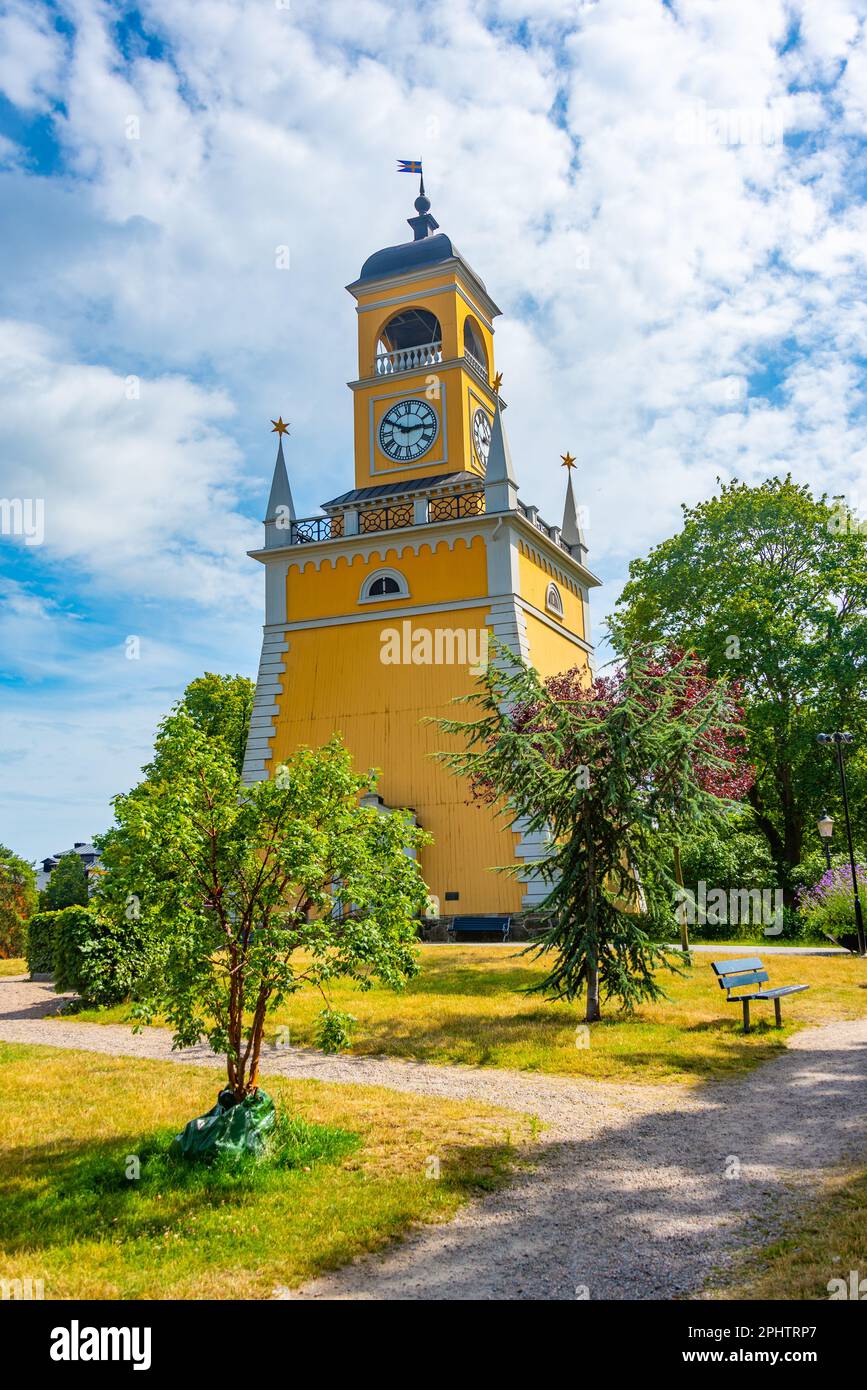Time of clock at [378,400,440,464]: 2:49
